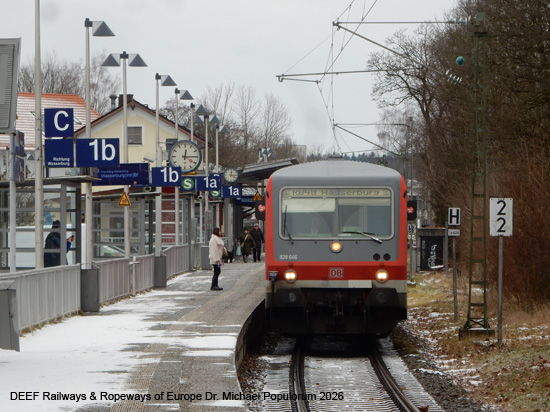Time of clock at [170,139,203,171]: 12:14
